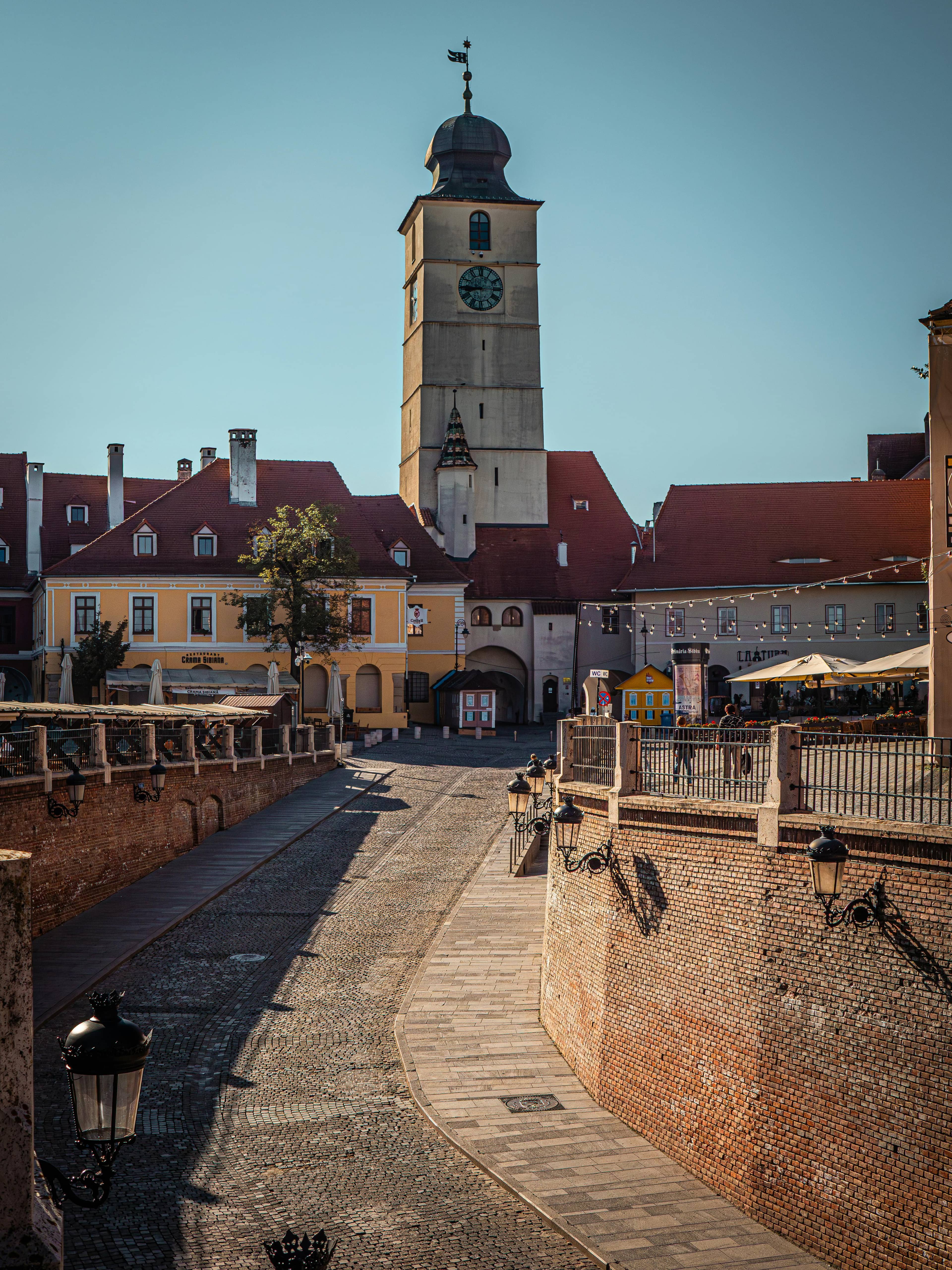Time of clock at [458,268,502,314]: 9:14
